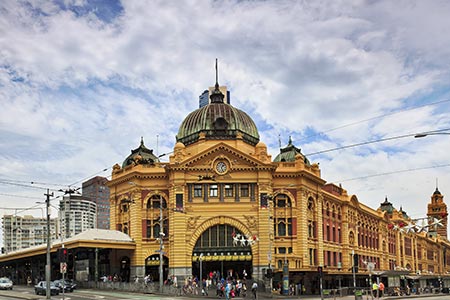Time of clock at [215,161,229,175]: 1:26
